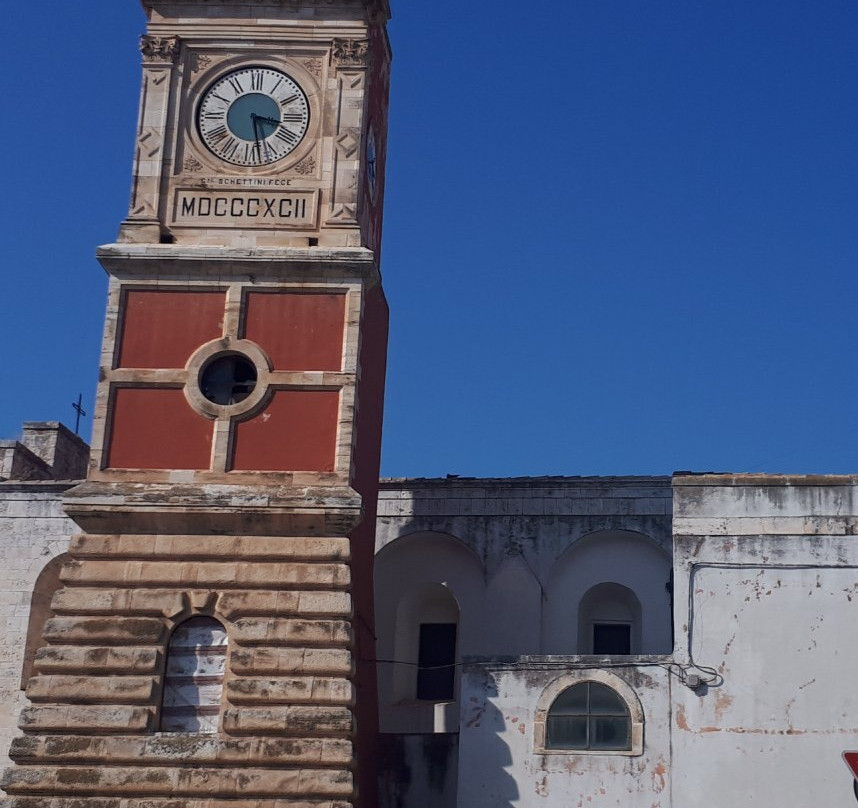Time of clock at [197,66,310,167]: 3:28
